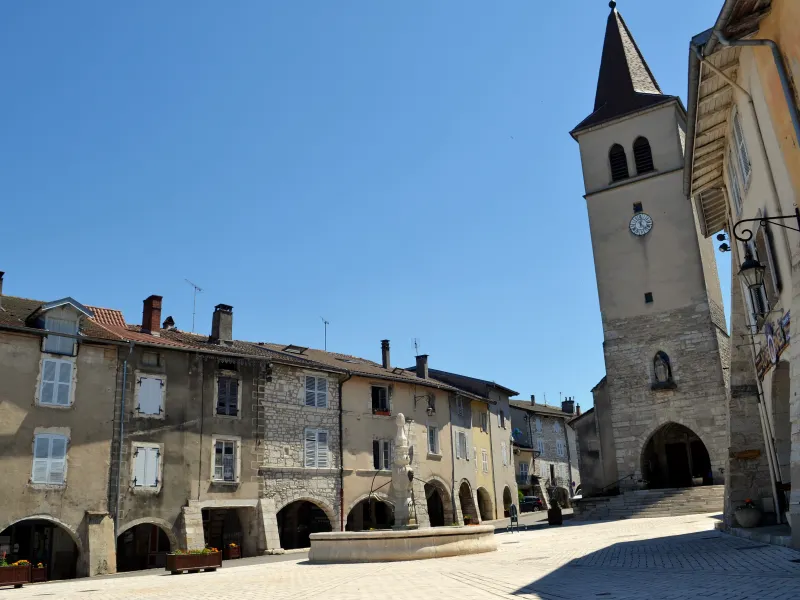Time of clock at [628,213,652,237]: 12:22
